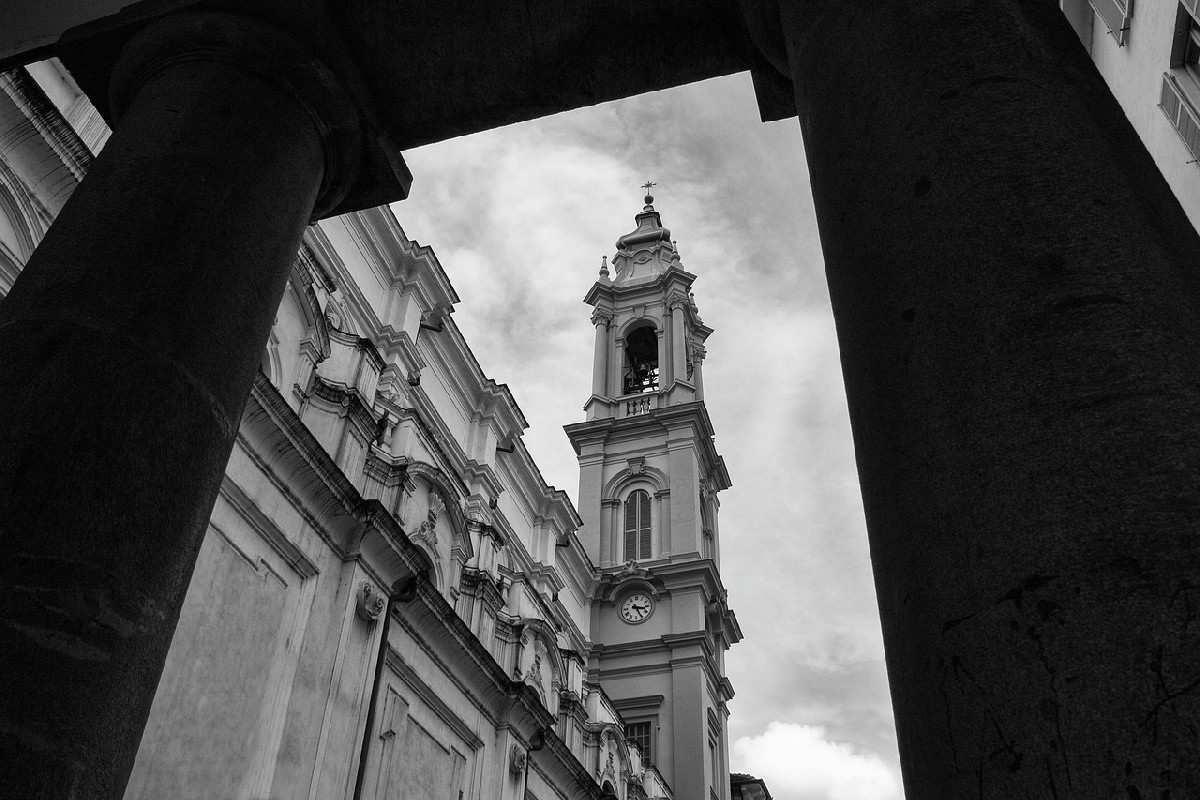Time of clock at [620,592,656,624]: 3:25
